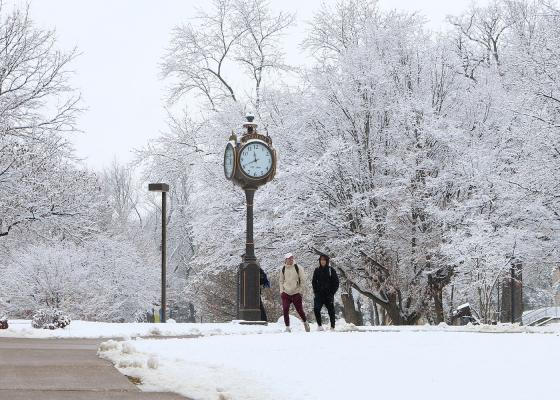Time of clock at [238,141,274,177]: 11:40
